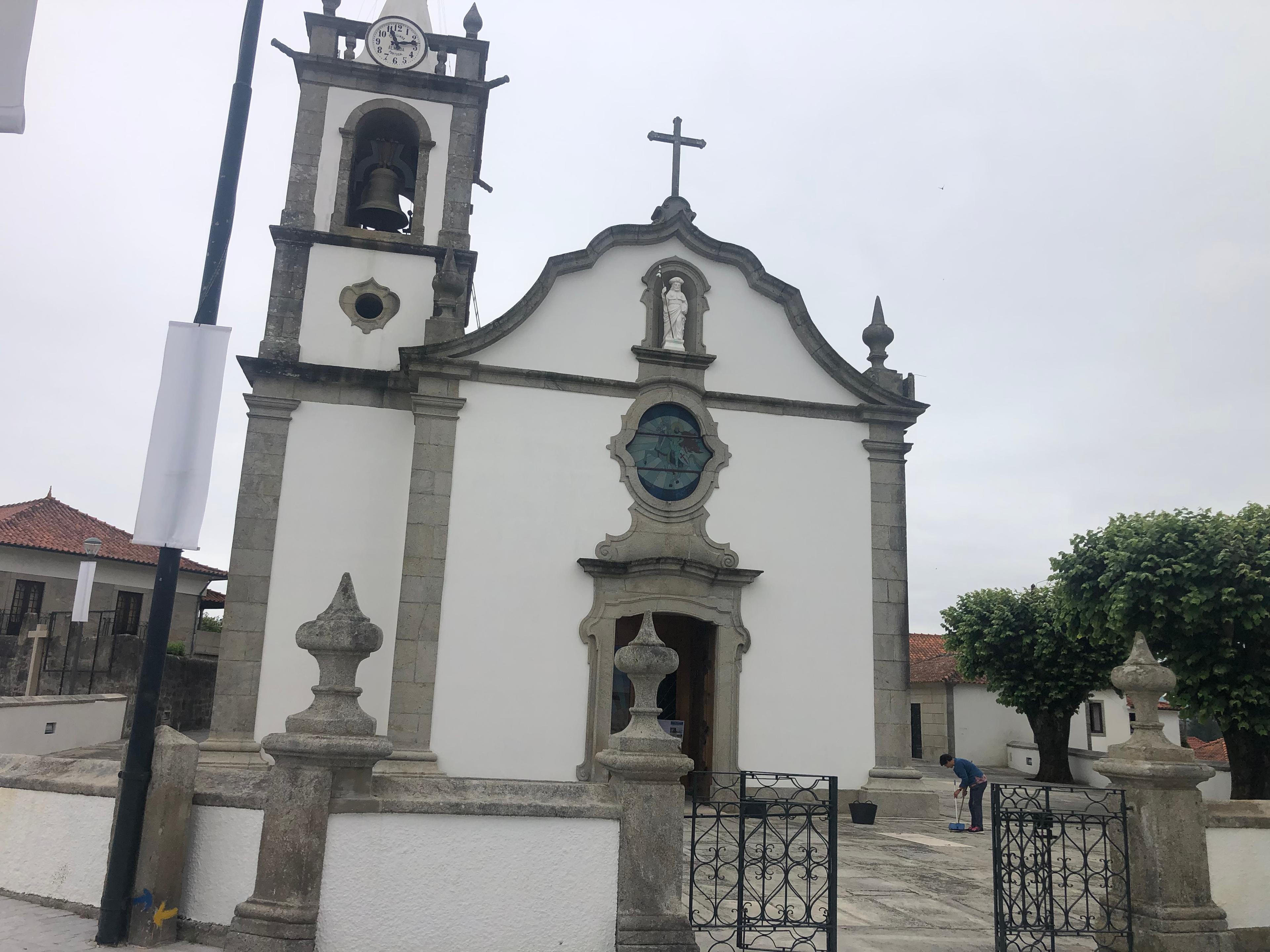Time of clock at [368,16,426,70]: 11:12
